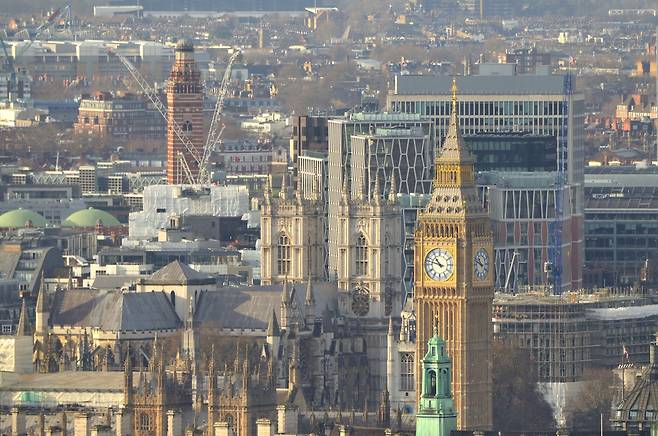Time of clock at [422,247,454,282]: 10:47
